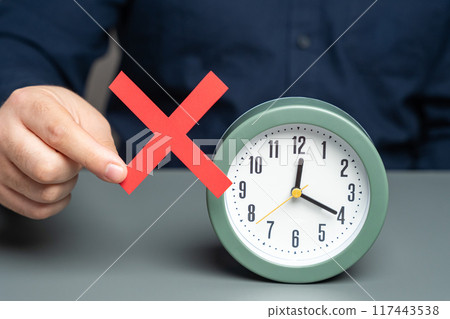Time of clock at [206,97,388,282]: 12:19
